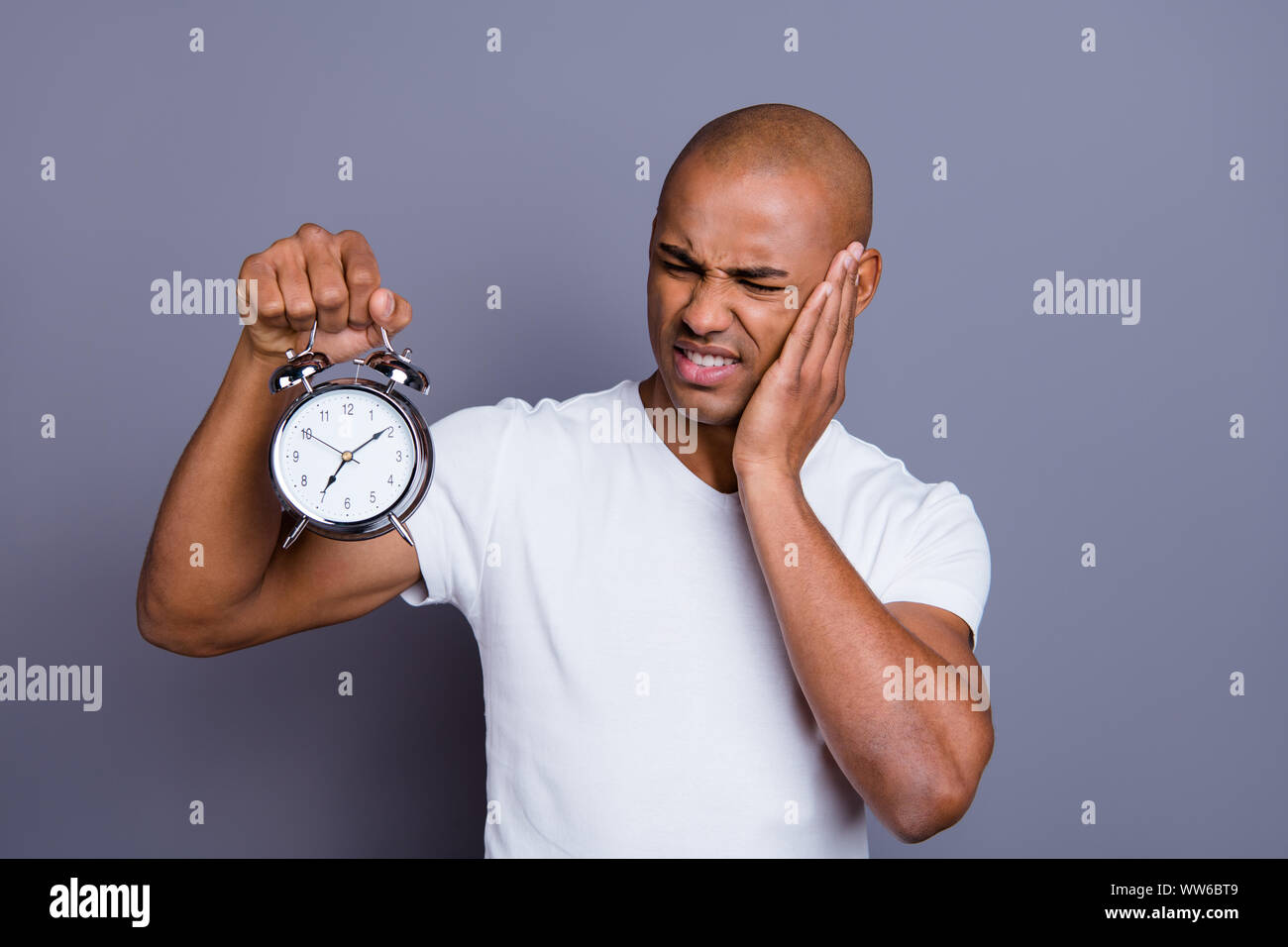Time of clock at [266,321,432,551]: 7:09
